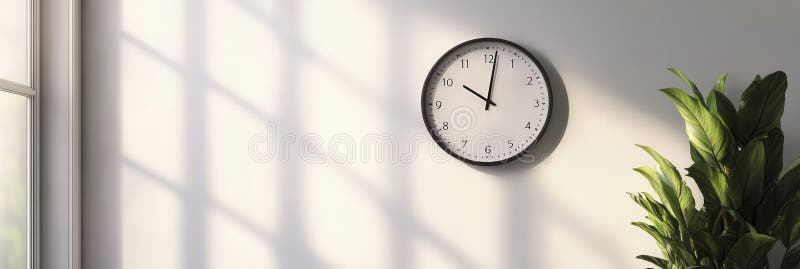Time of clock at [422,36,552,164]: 10:01
